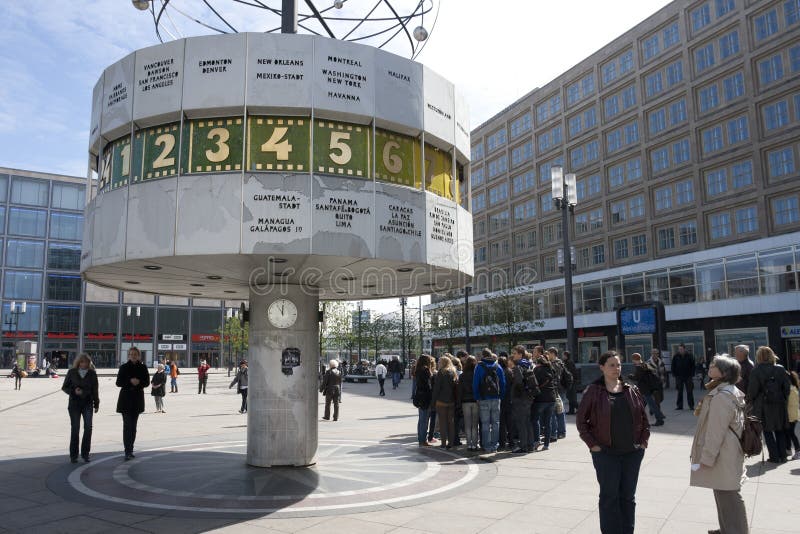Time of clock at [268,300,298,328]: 11:53
